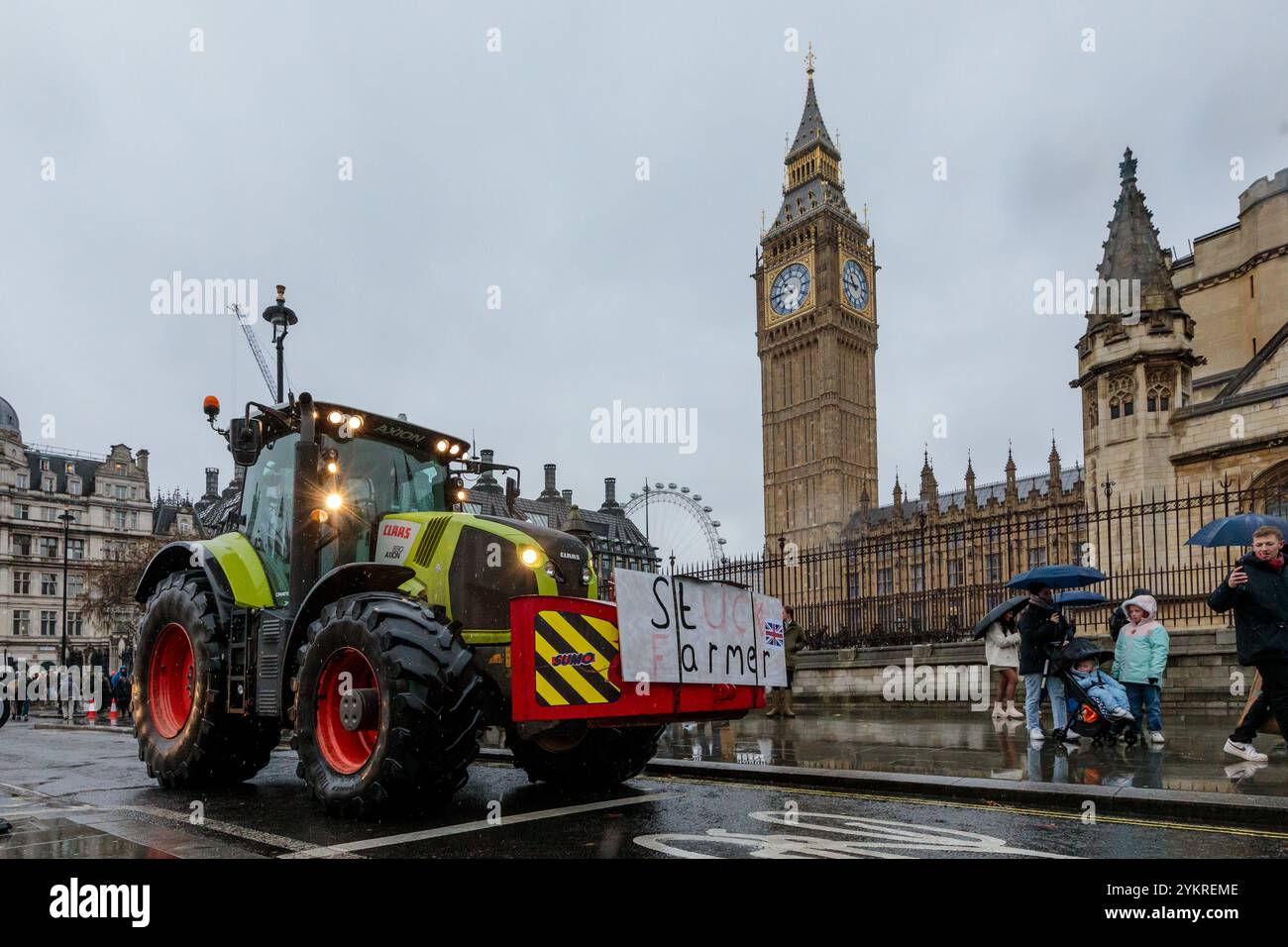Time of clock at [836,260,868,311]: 10:45
